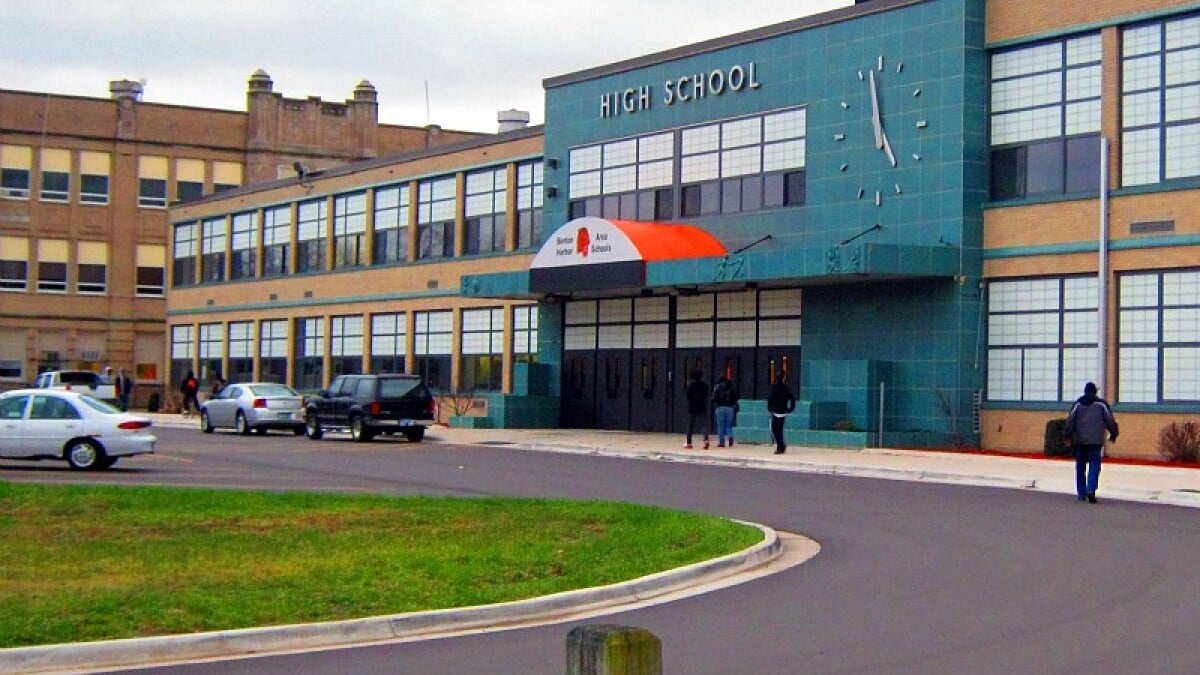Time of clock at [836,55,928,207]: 4:57
